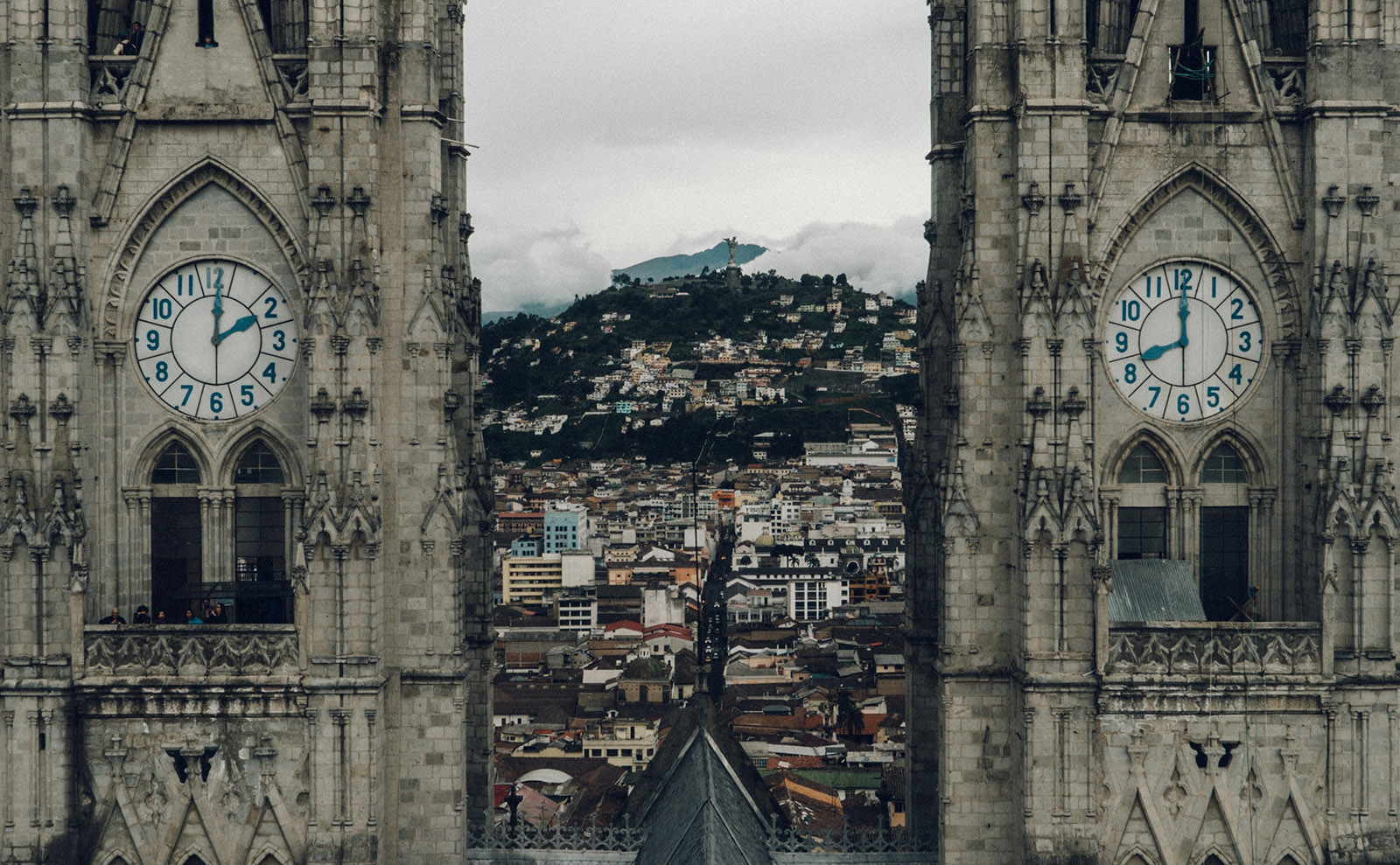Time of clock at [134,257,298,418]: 2:01
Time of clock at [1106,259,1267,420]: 12:00
